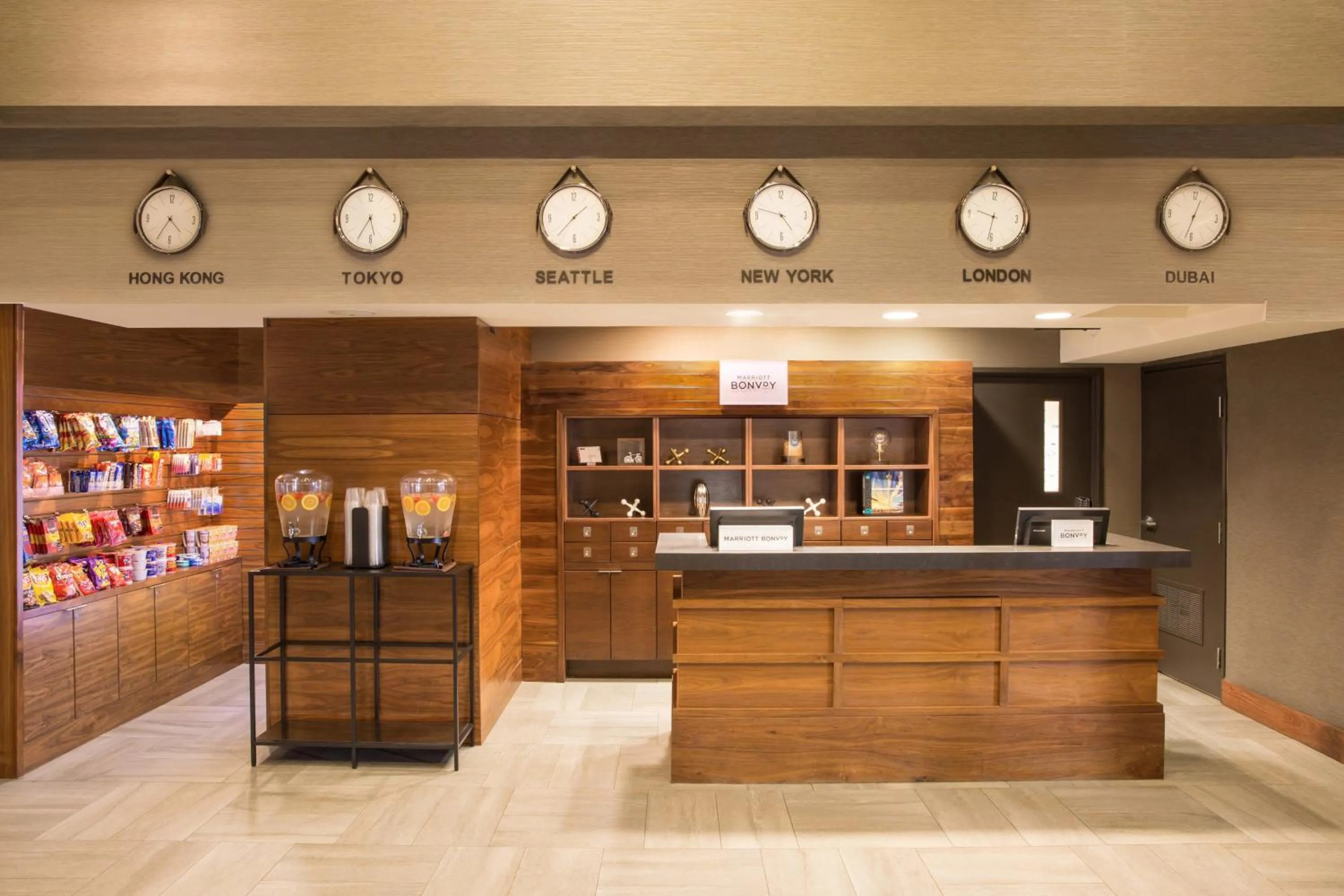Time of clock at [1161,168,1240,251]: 12:32
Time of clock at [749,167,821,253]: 4:47
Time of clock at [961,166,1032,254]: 9:31
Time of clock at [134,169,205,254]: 4:35
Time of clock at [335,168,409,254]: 5:35
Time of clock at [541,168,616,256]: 1:37
